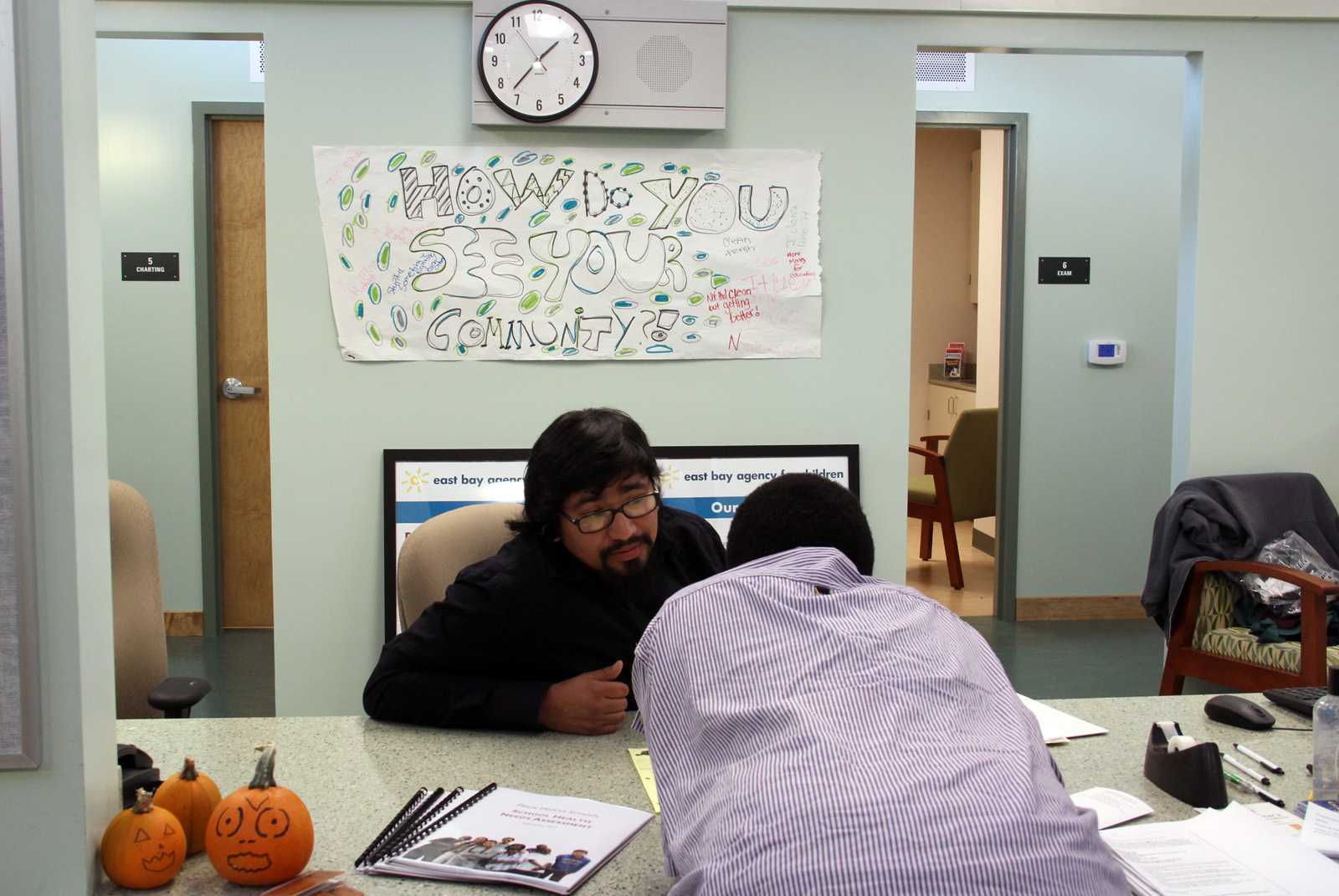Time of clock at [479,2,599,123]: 1:37
